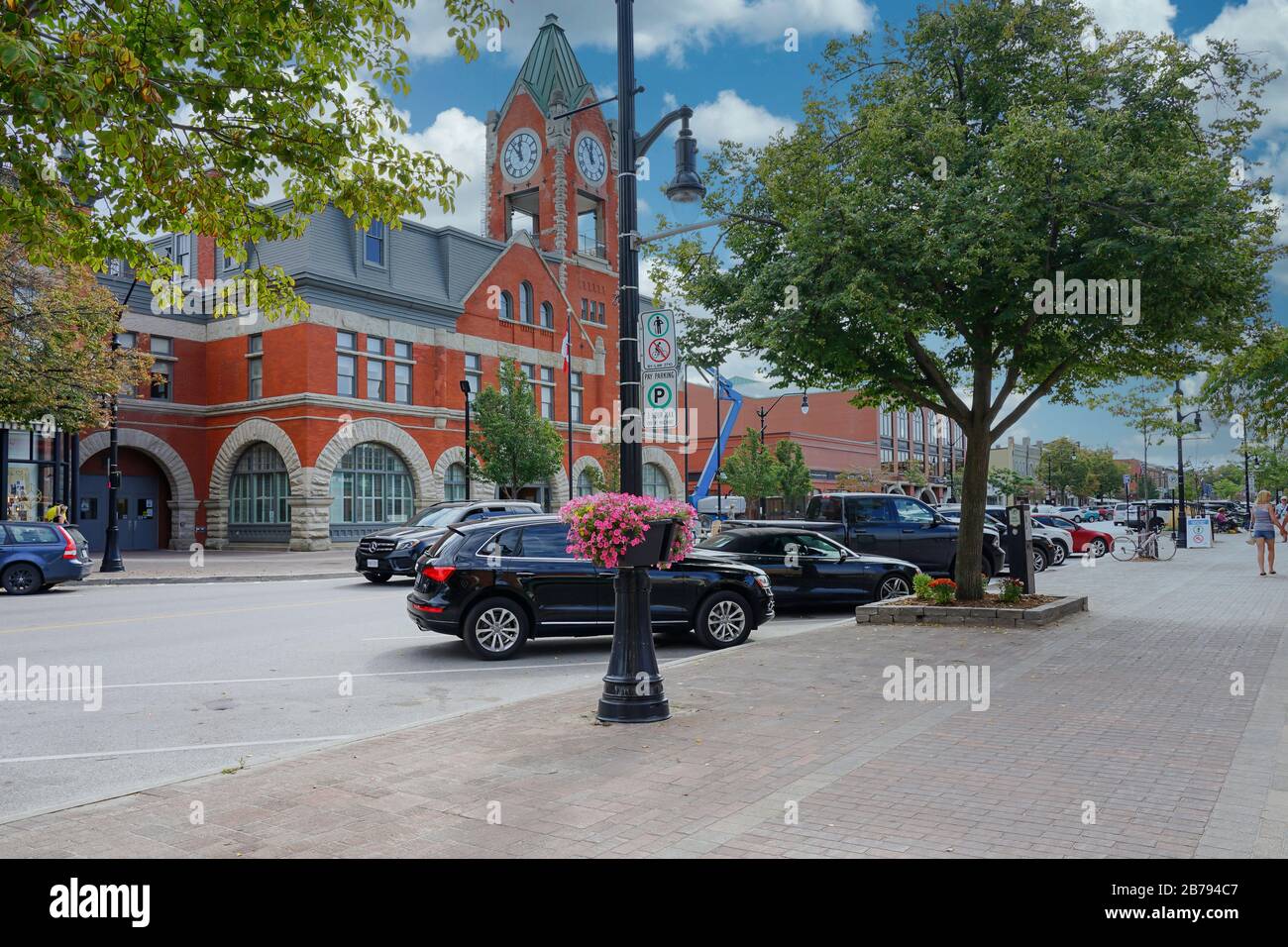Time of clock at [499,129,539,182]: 11:53
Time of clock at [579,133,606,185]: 11:53
